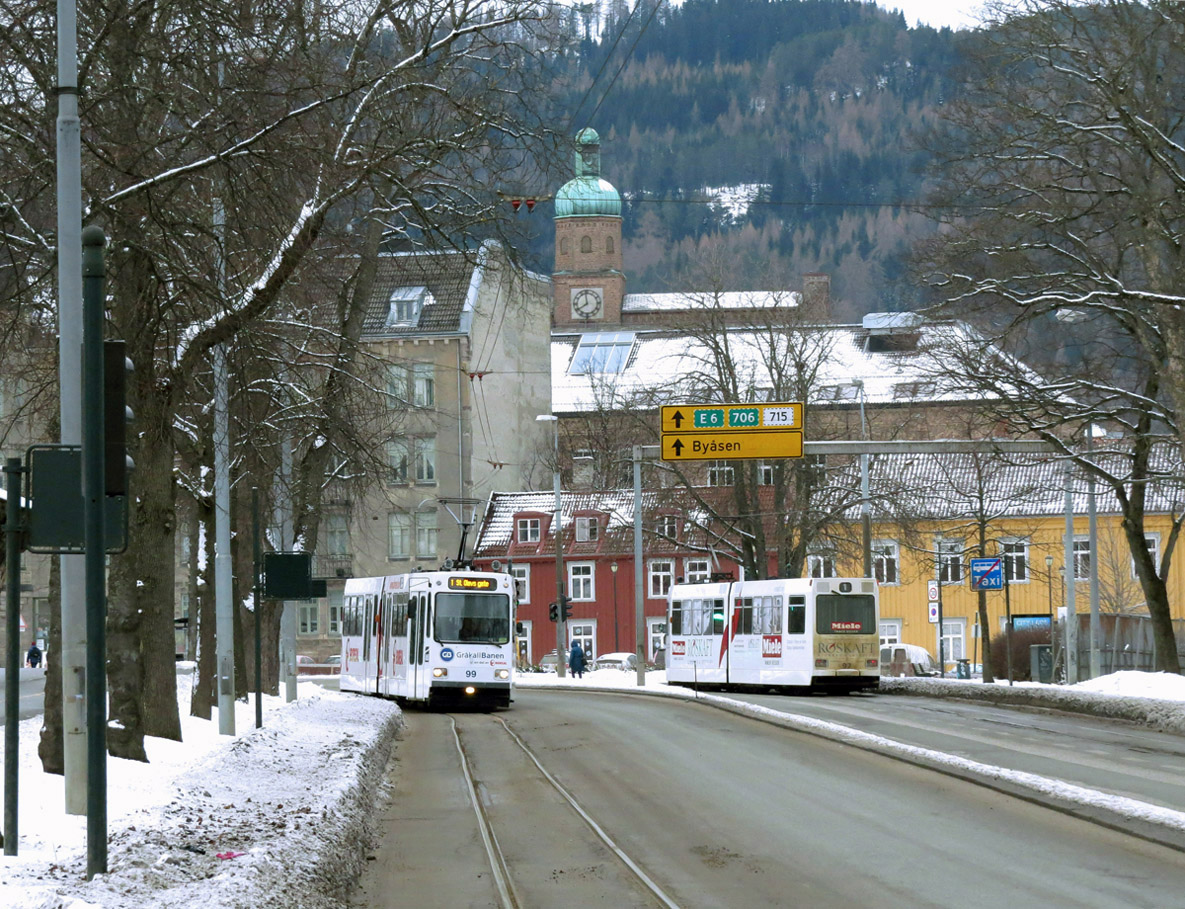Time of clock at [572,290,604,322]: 7:58
